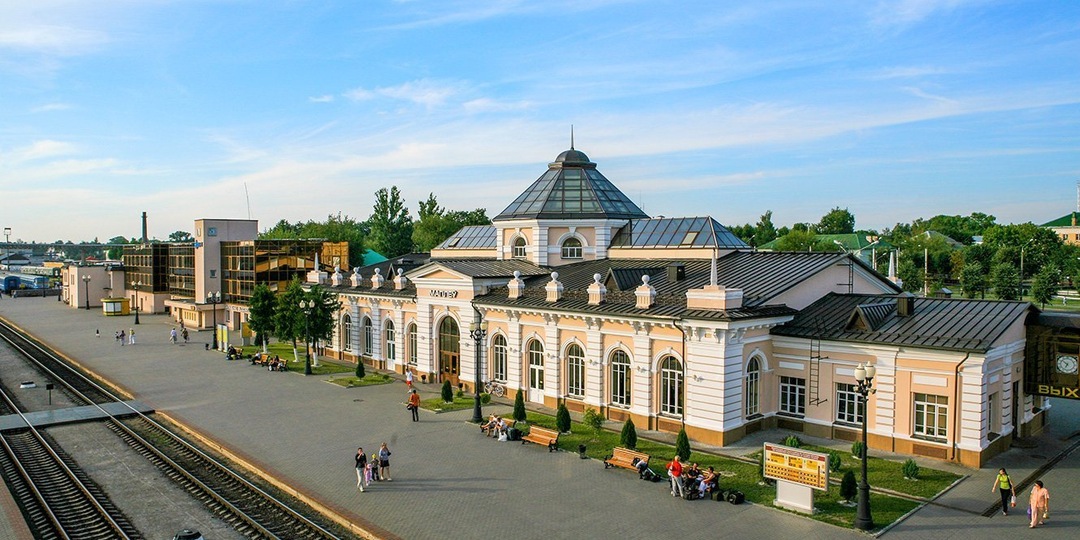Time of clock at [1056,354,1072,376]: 6:52
